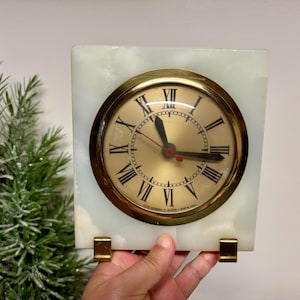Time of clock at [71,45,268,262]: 11:15
